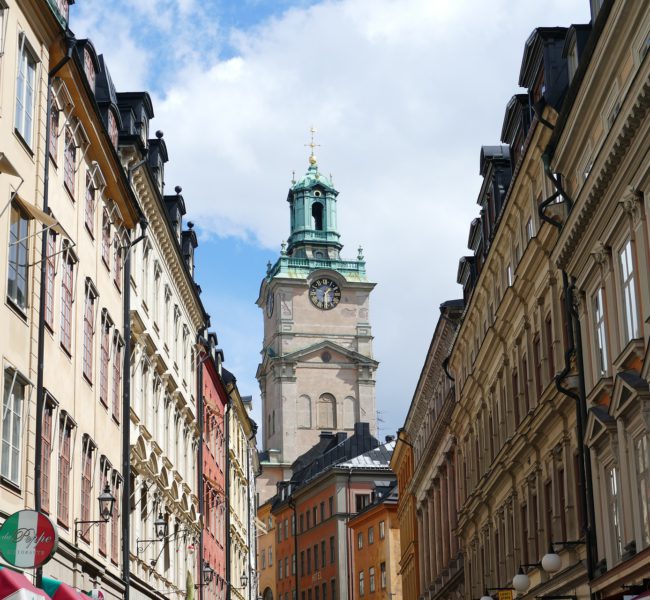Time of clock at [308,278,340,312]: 1:29
